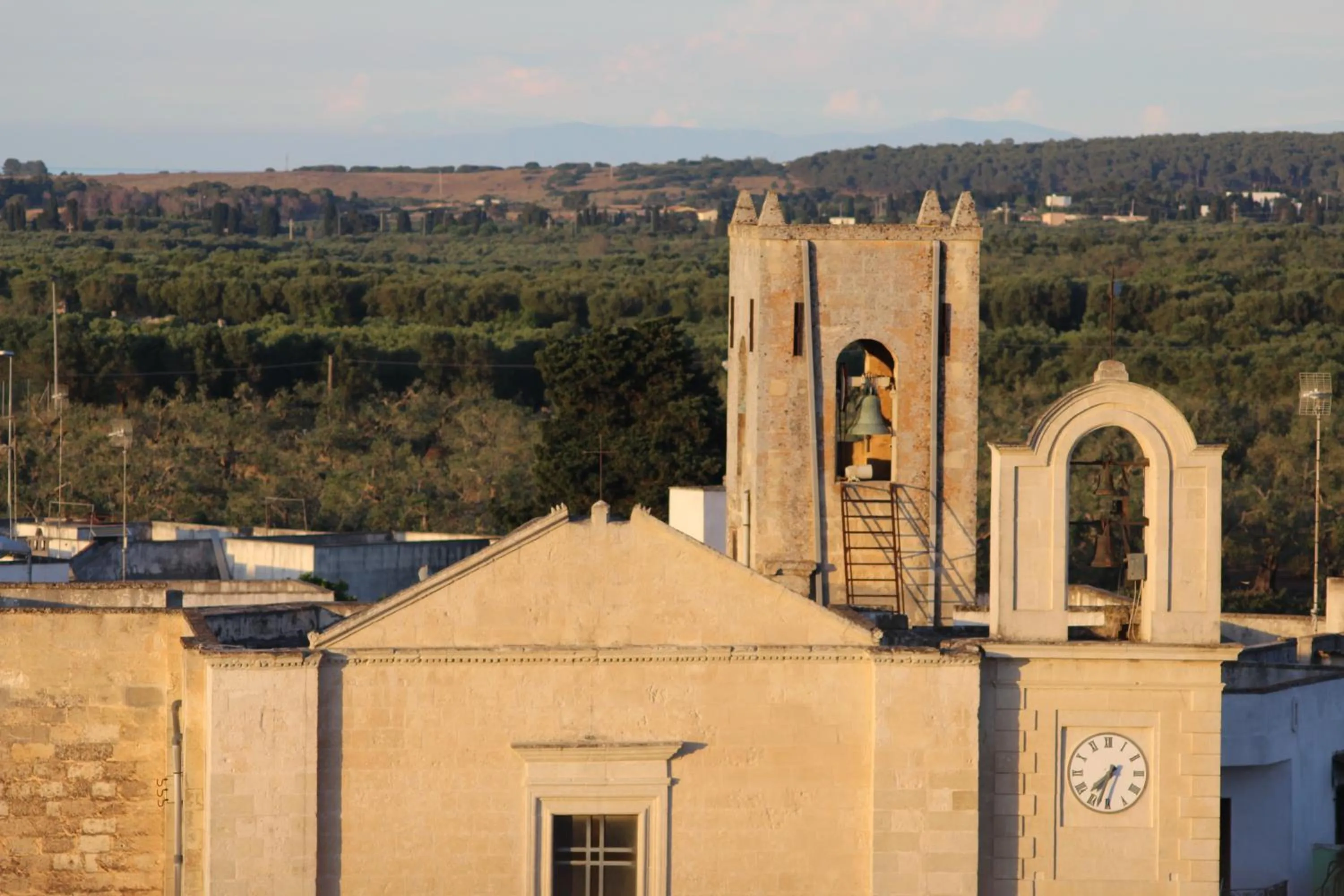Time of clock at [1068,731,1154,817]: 7:32
